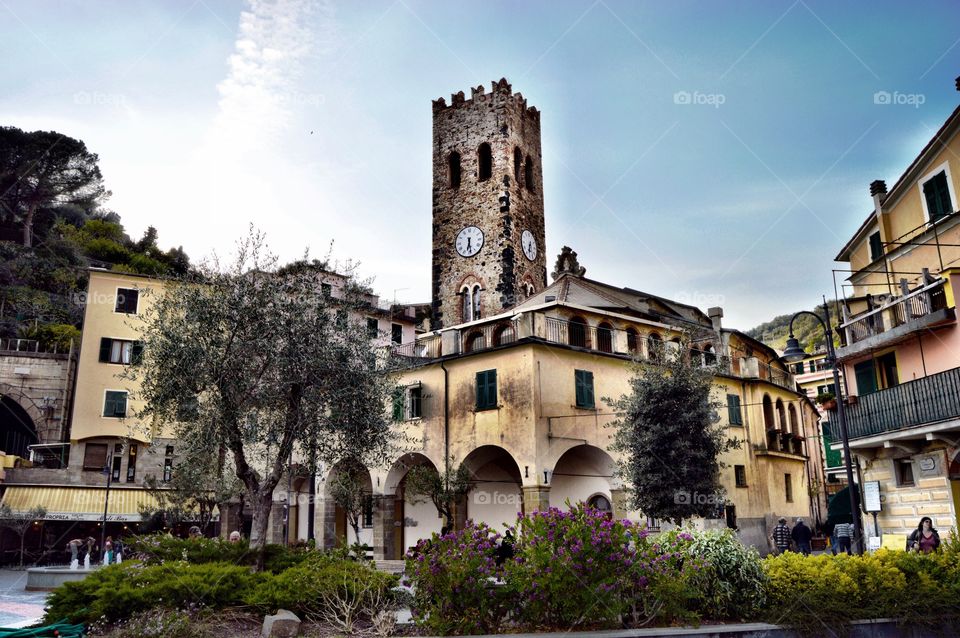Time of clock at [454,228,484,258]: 6:28
